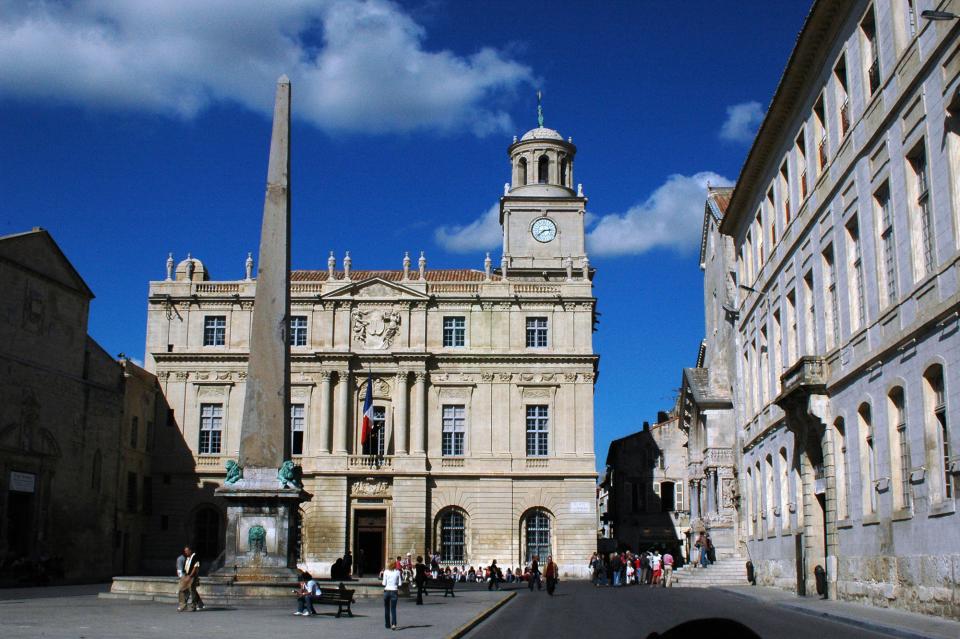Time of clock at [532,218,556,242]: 2:38
